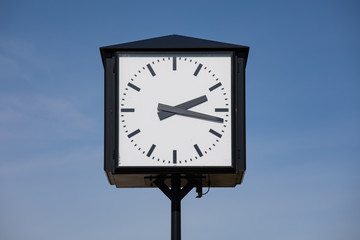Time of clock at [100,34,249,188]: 2:17
